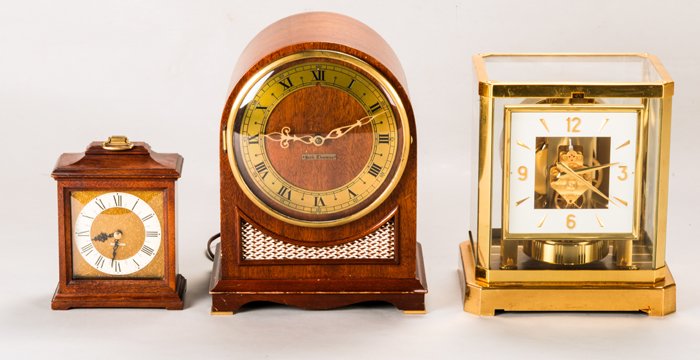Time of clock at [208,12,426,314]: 9:11
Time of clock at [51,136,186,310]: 8:32
